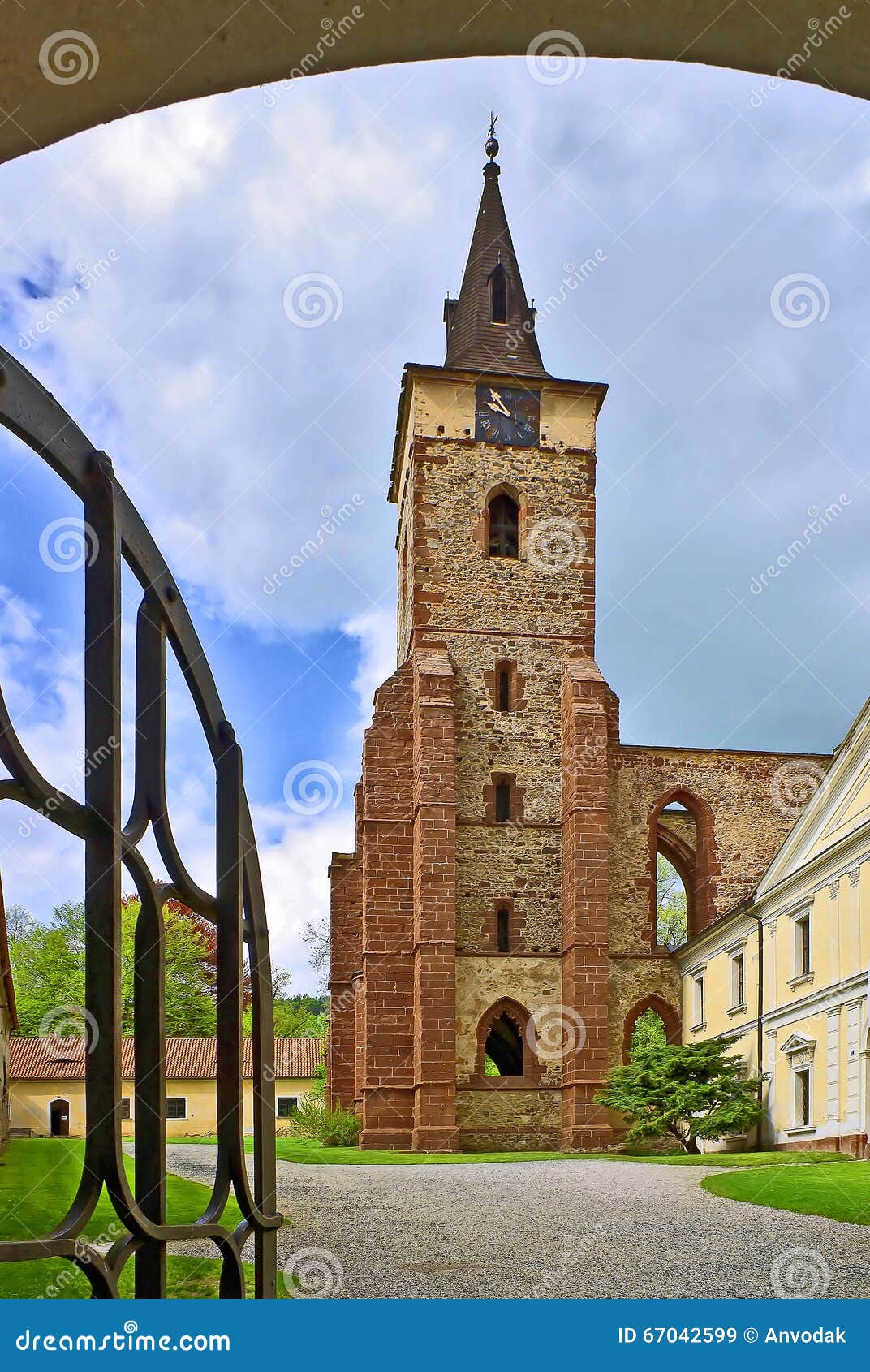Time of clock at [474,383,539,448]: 9:53
